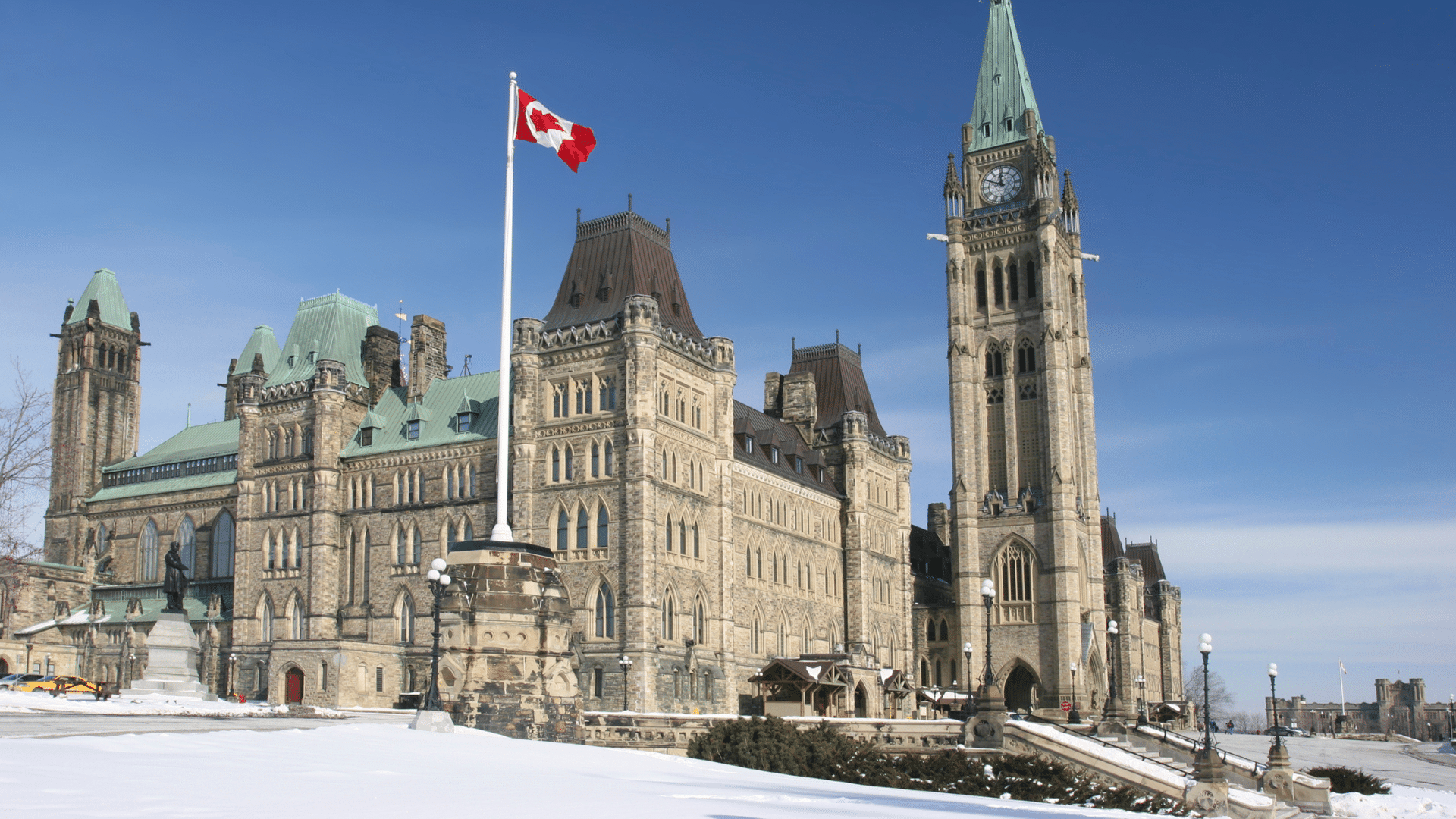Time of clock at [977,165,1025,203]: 11:49
